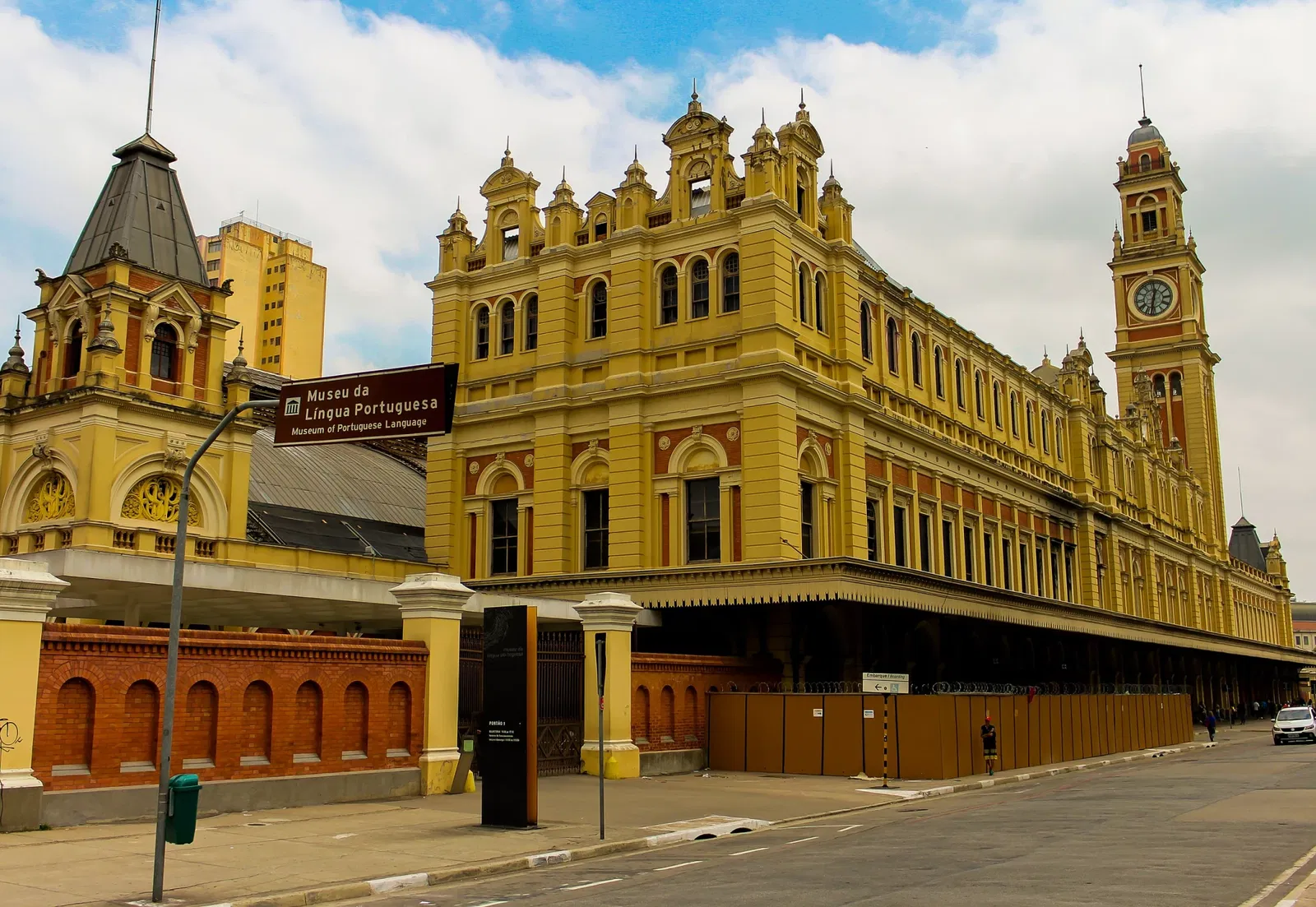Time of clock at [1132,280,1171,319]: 12:32
